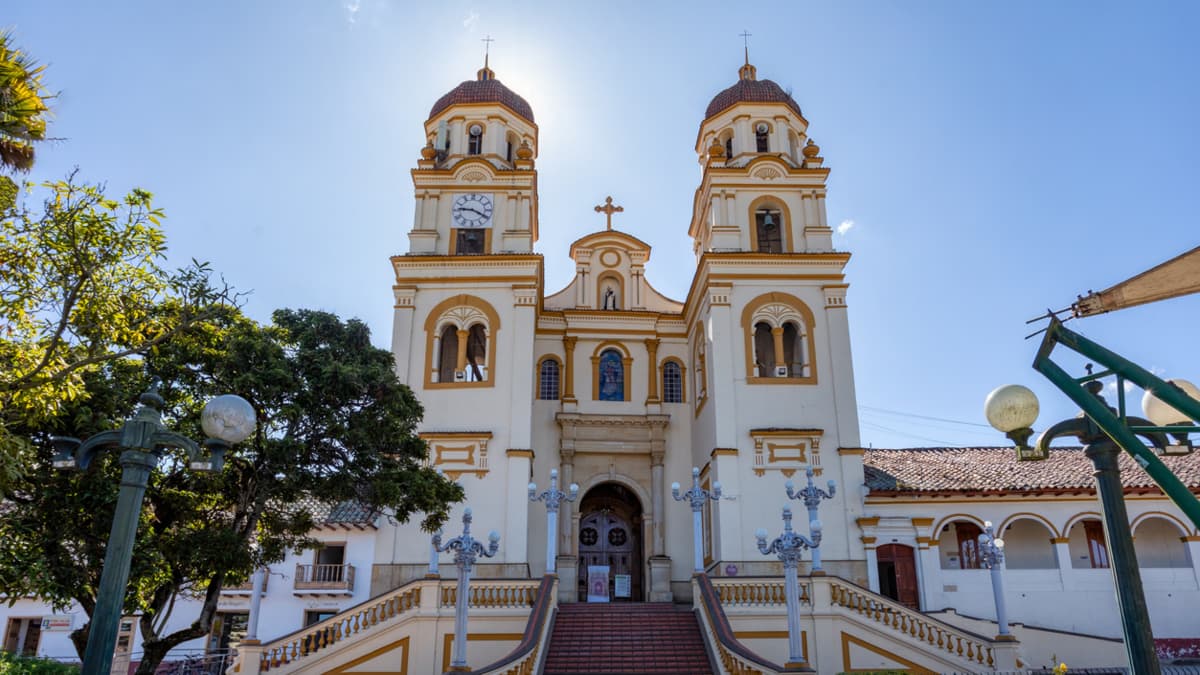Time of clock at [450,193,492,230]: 9:20
